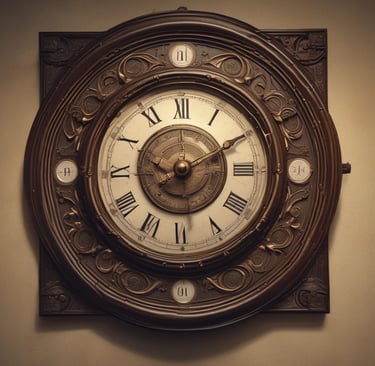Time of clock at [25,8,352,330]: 9:10
